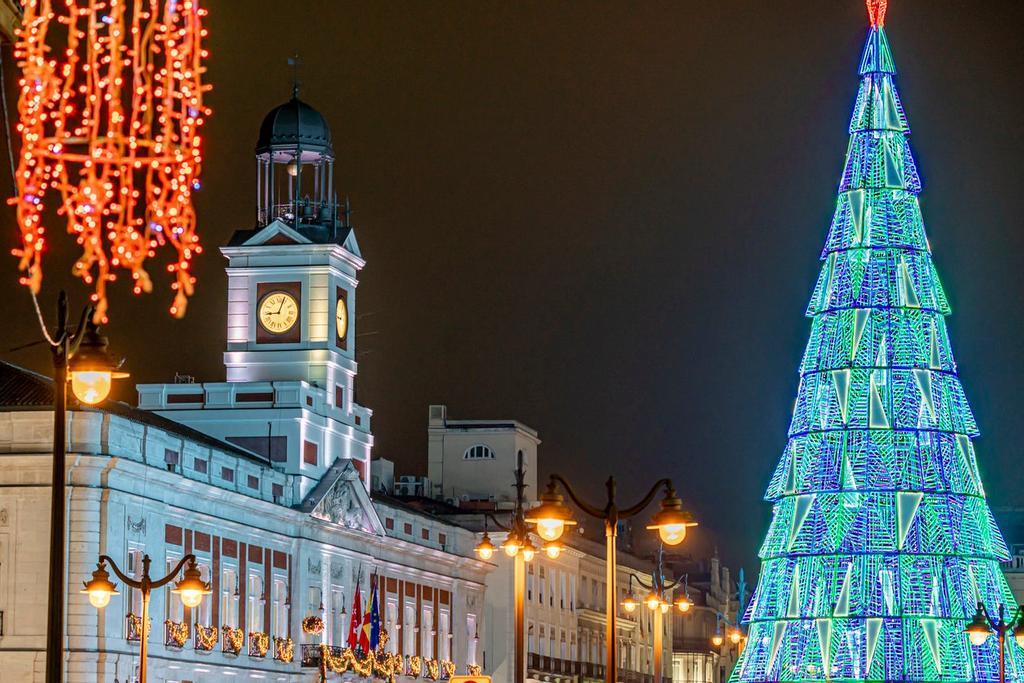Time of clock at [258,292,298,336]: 9:03
